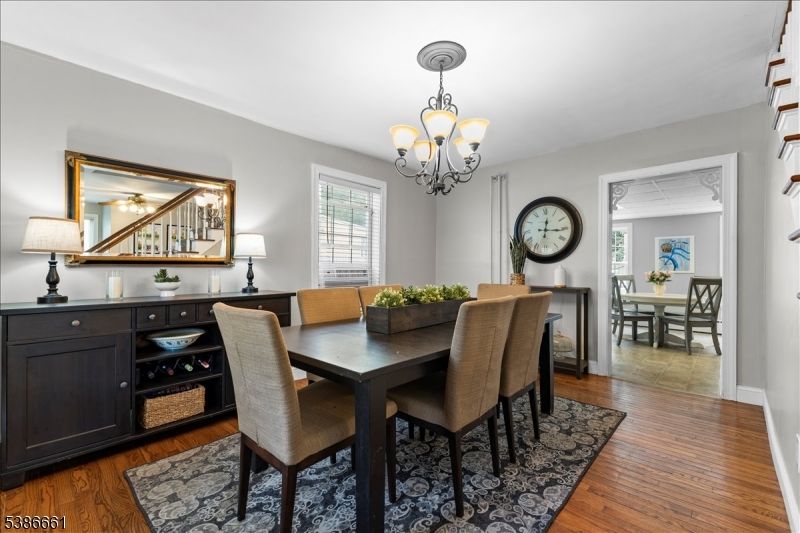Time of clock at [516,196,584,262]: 12:15
